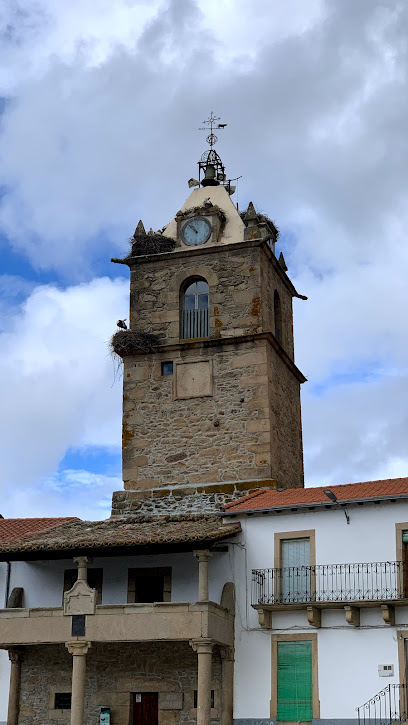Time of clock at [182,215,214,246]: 10:52
